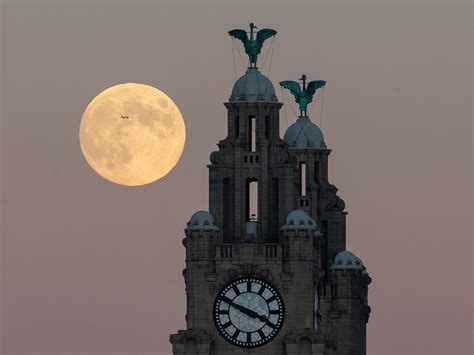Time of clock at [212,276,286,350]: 3:48
